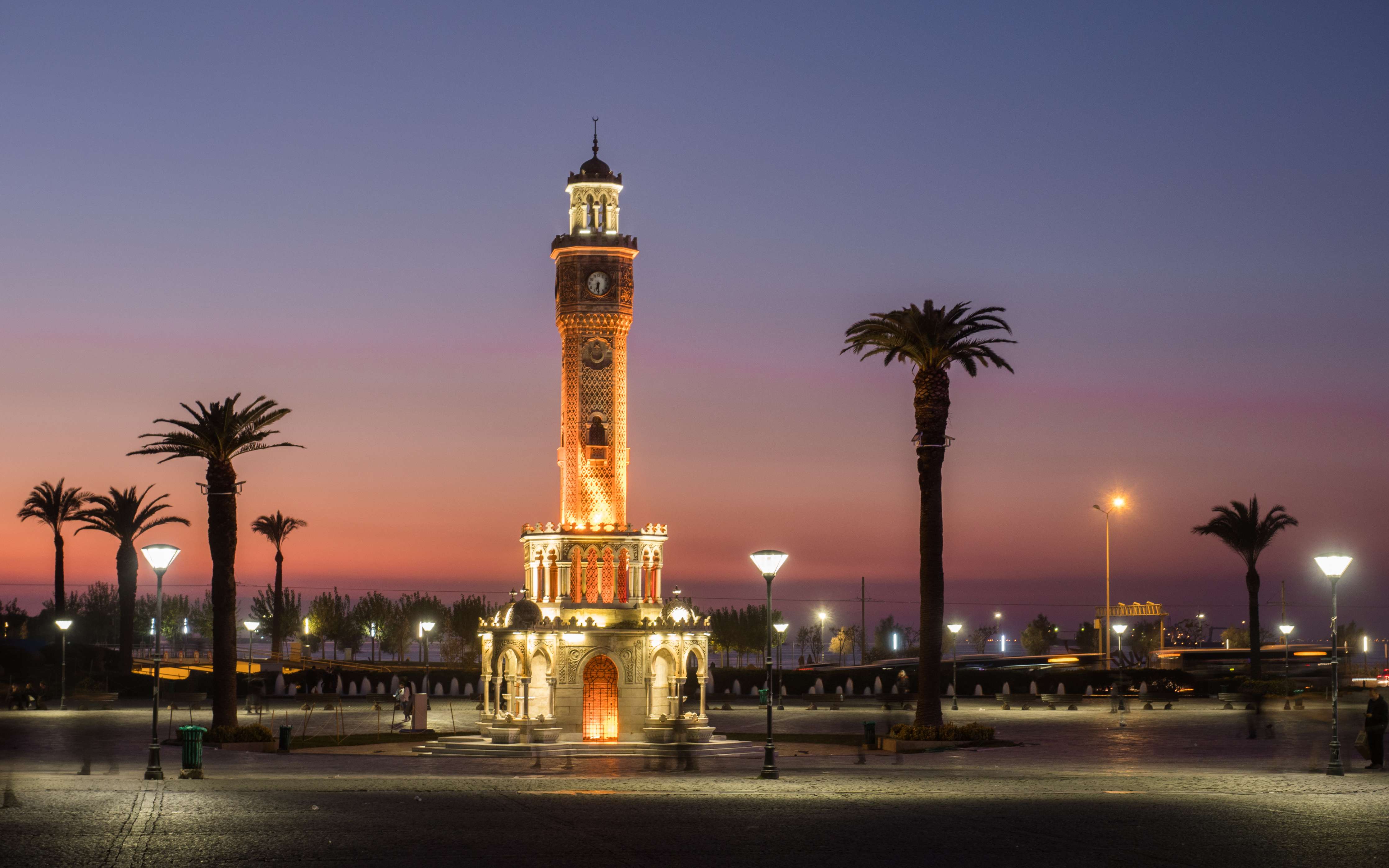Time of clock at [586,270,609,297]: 6:29
